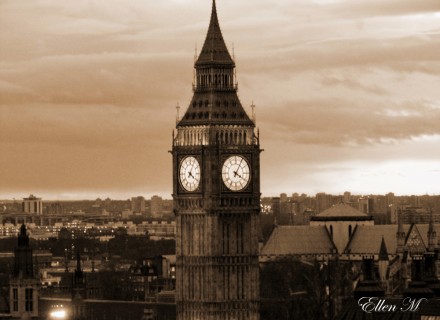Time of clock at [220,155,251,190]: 4:04
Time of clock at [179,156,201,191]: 4:04
